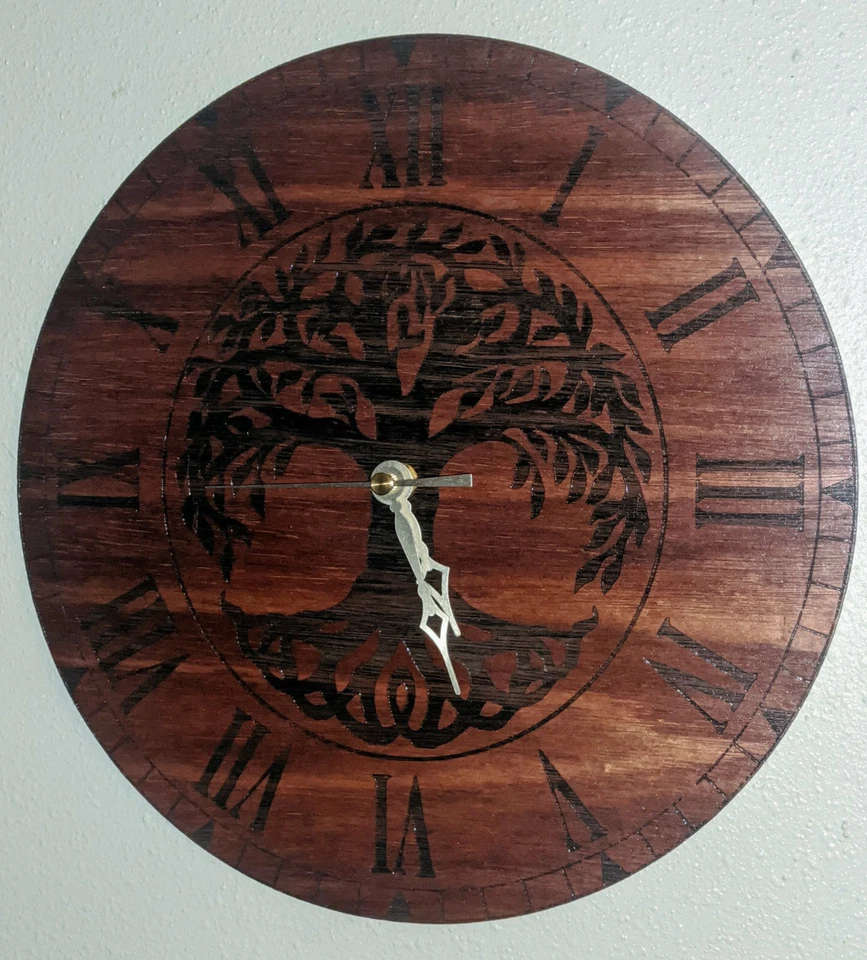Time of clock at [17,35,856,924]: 5:26
